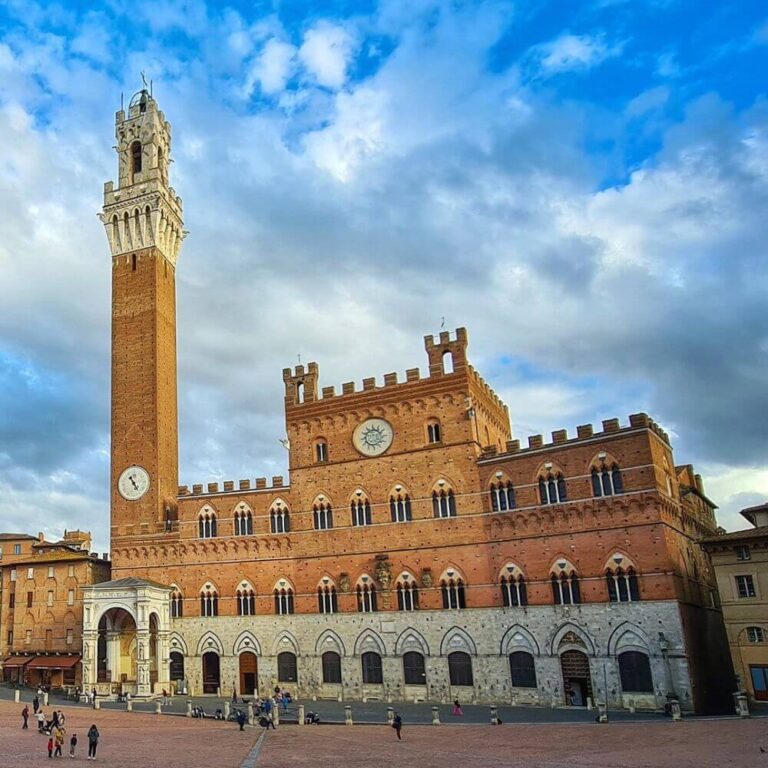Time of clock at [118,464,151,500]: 4:54
